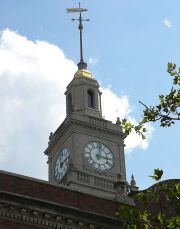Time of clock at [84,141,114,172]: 3:01
